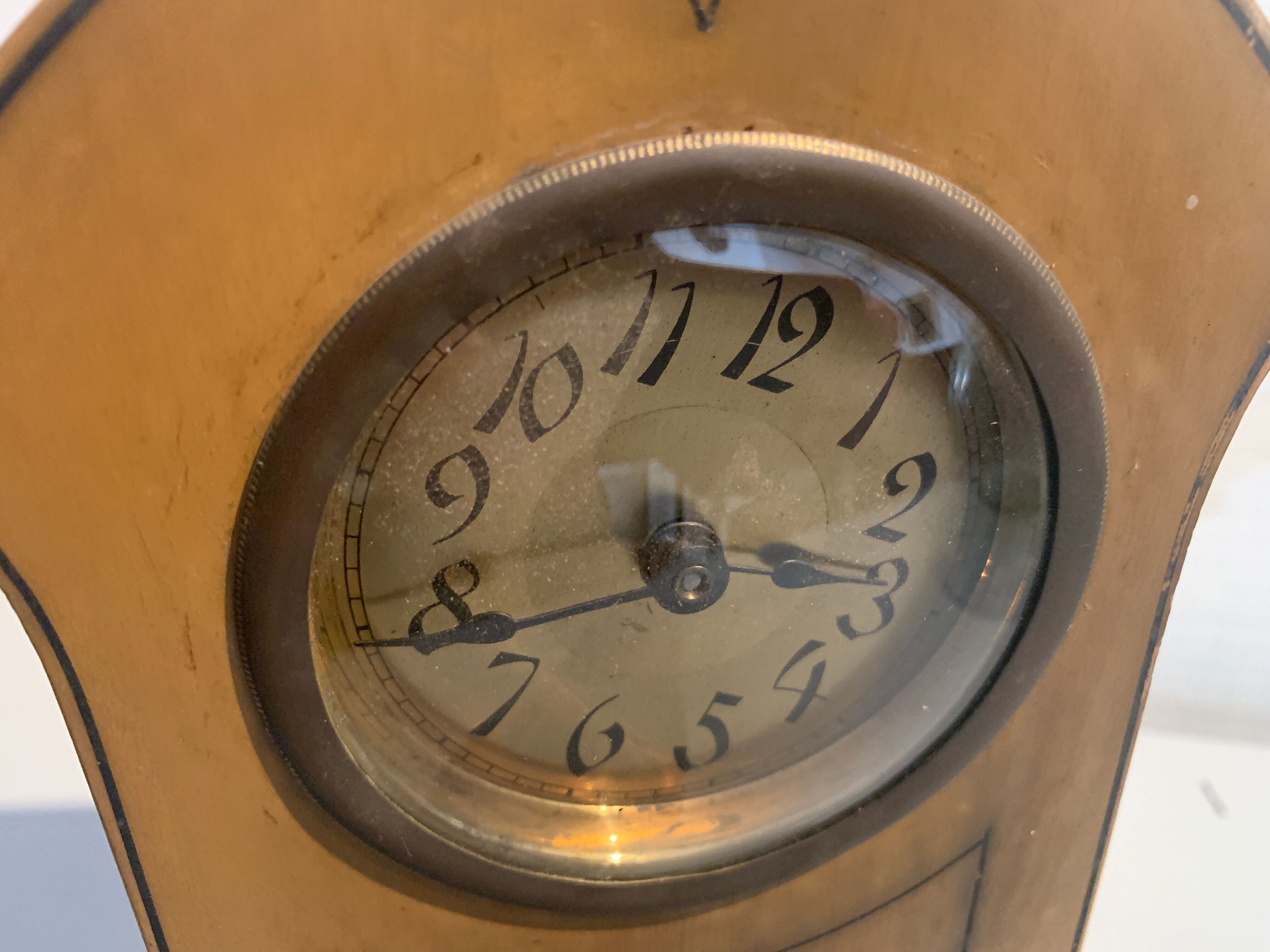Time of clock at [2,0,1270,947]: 2:40
